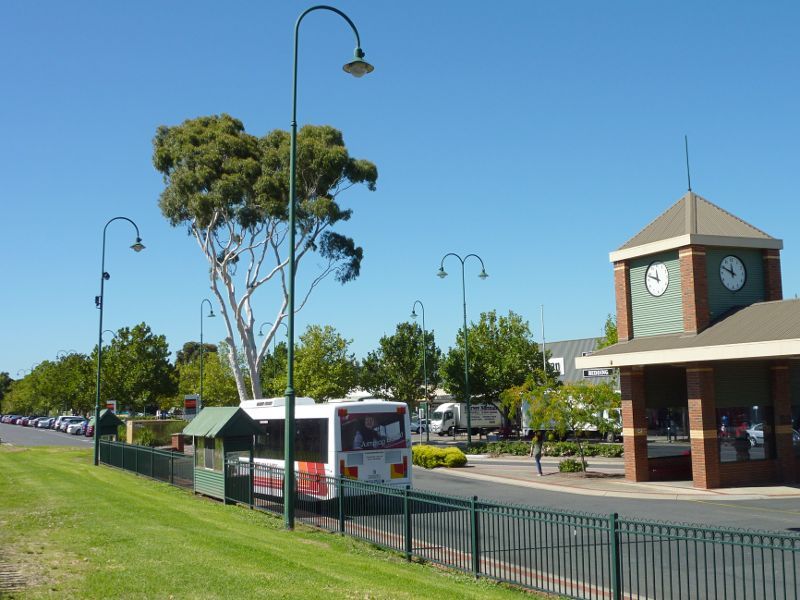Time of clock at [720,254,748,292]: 11:49
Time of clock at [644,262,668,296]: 11:48
